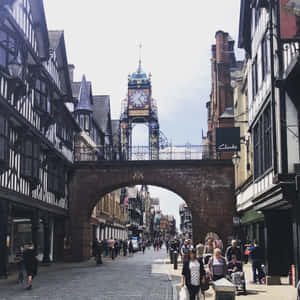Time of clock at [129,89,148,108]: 1:24
